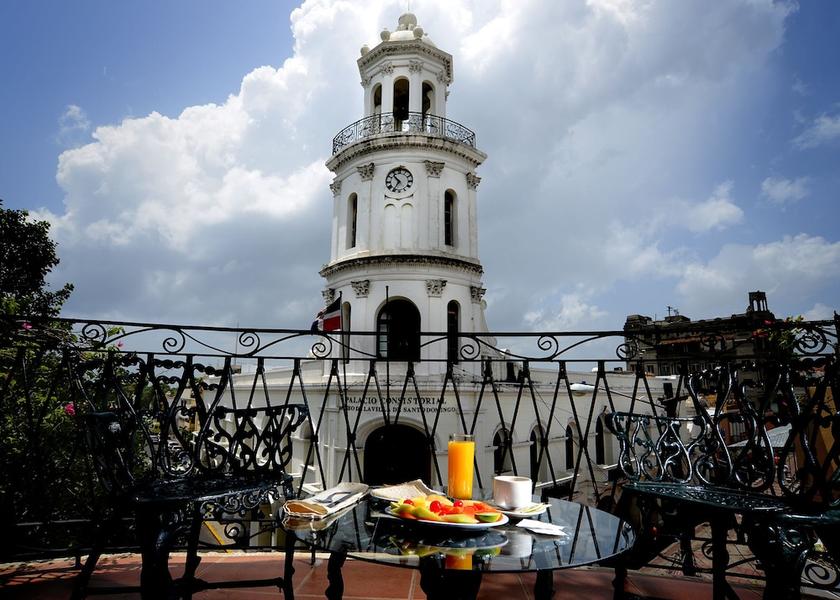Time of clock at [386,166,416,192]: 10:35
